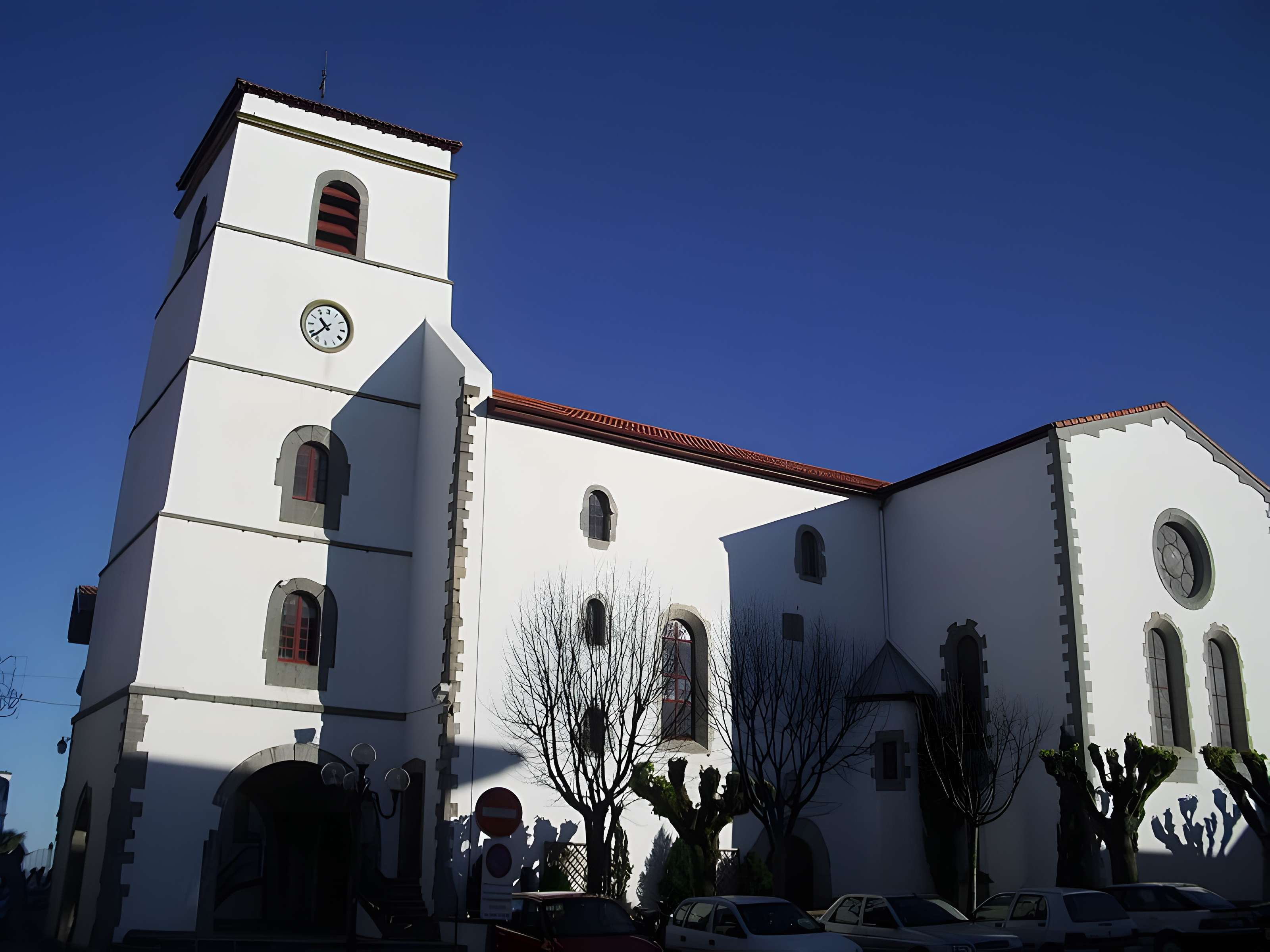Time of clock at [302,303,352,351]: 10:37
